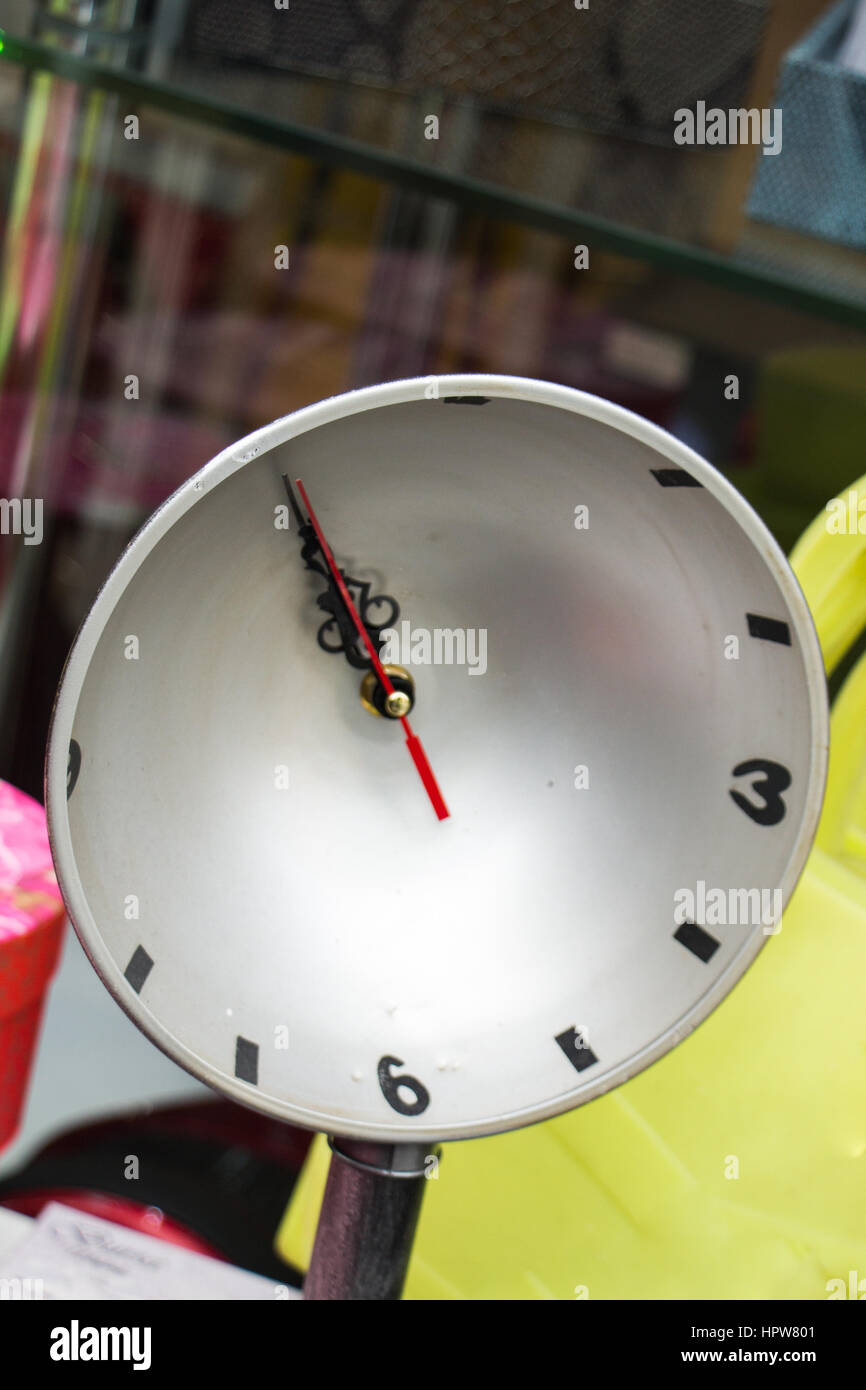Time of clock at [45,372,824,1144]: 10:55
